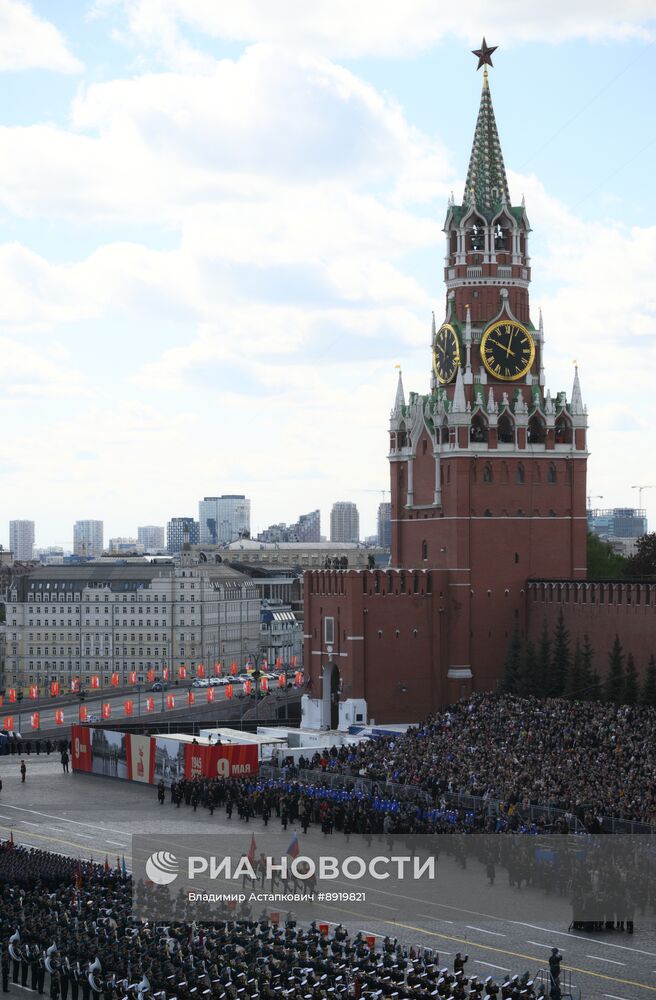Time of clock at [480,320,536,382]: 10:02
